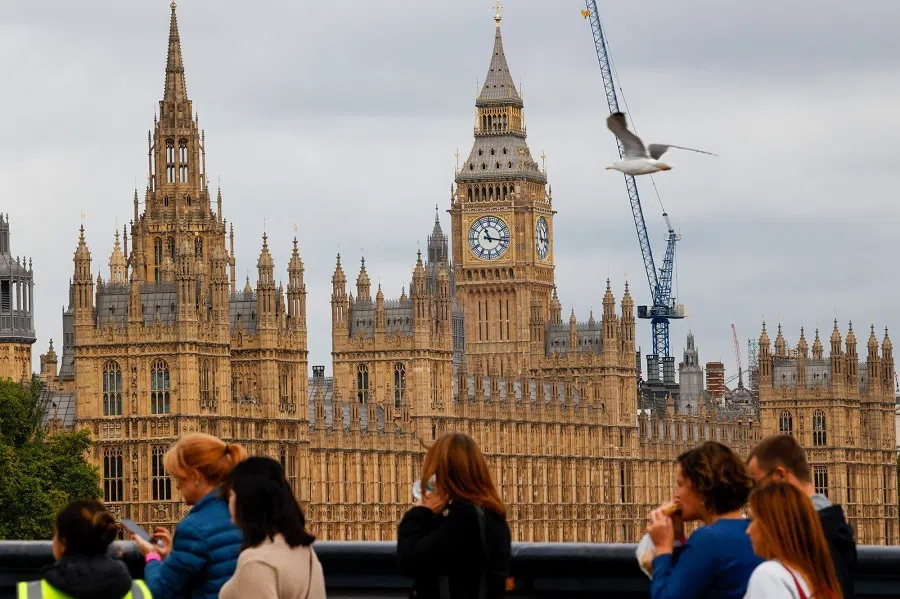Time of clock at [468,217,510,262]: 11:16
